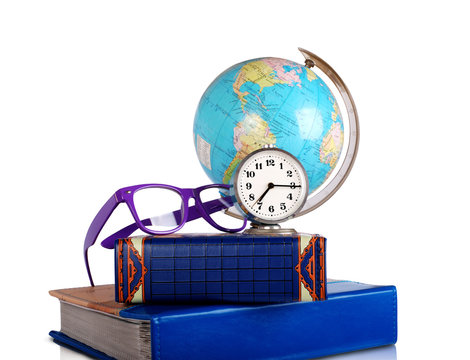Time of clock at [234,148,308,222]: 7:15
